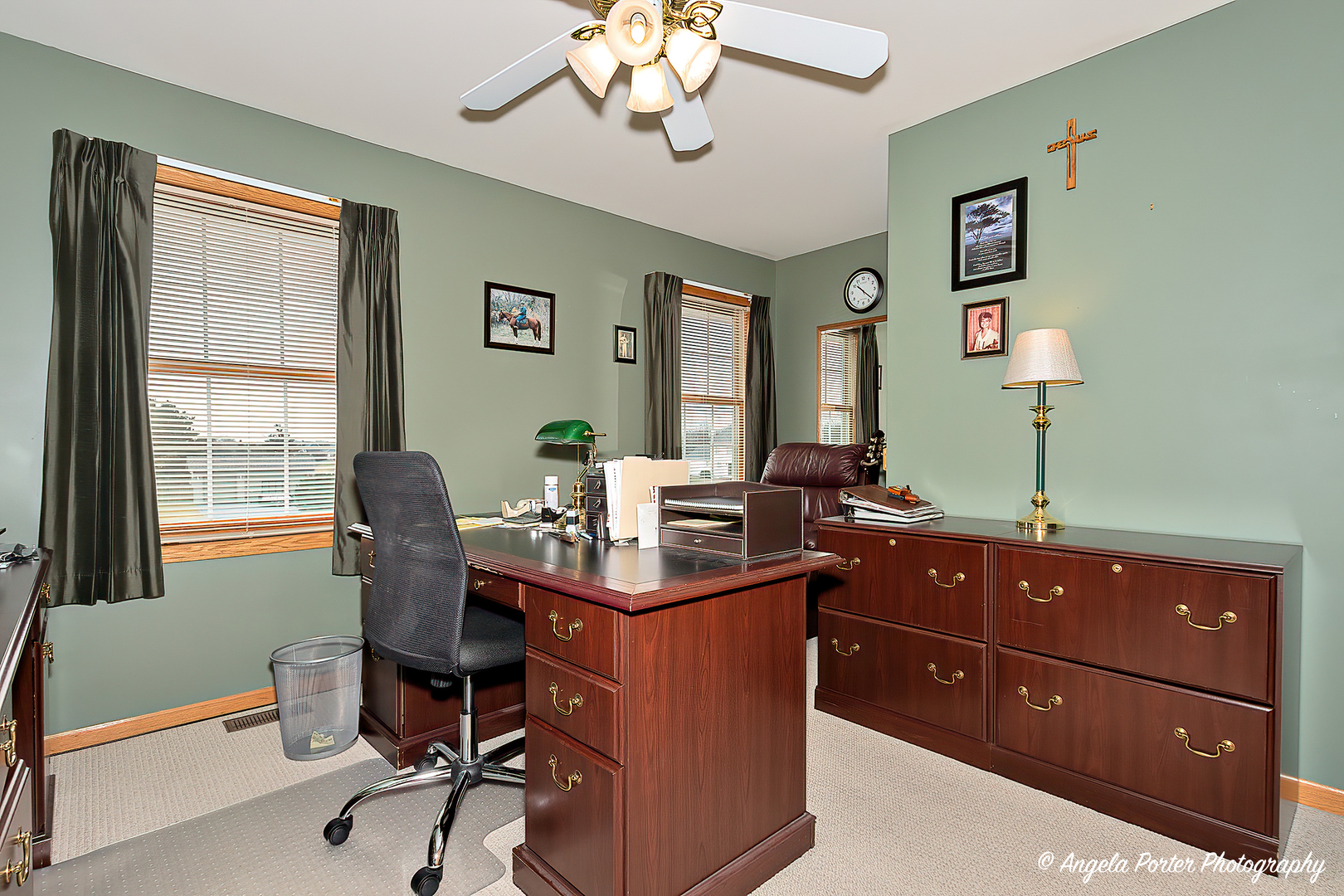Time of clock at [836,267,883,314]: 10:21
